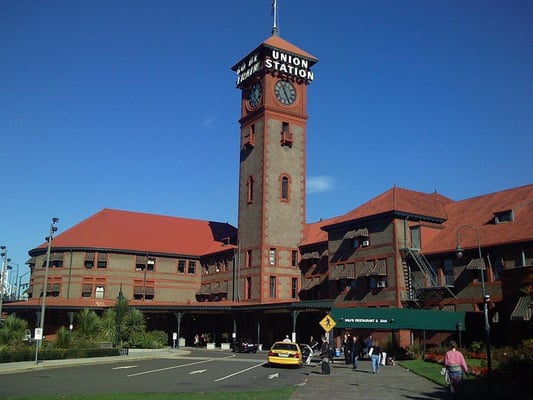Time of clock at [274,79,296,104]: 11:25
